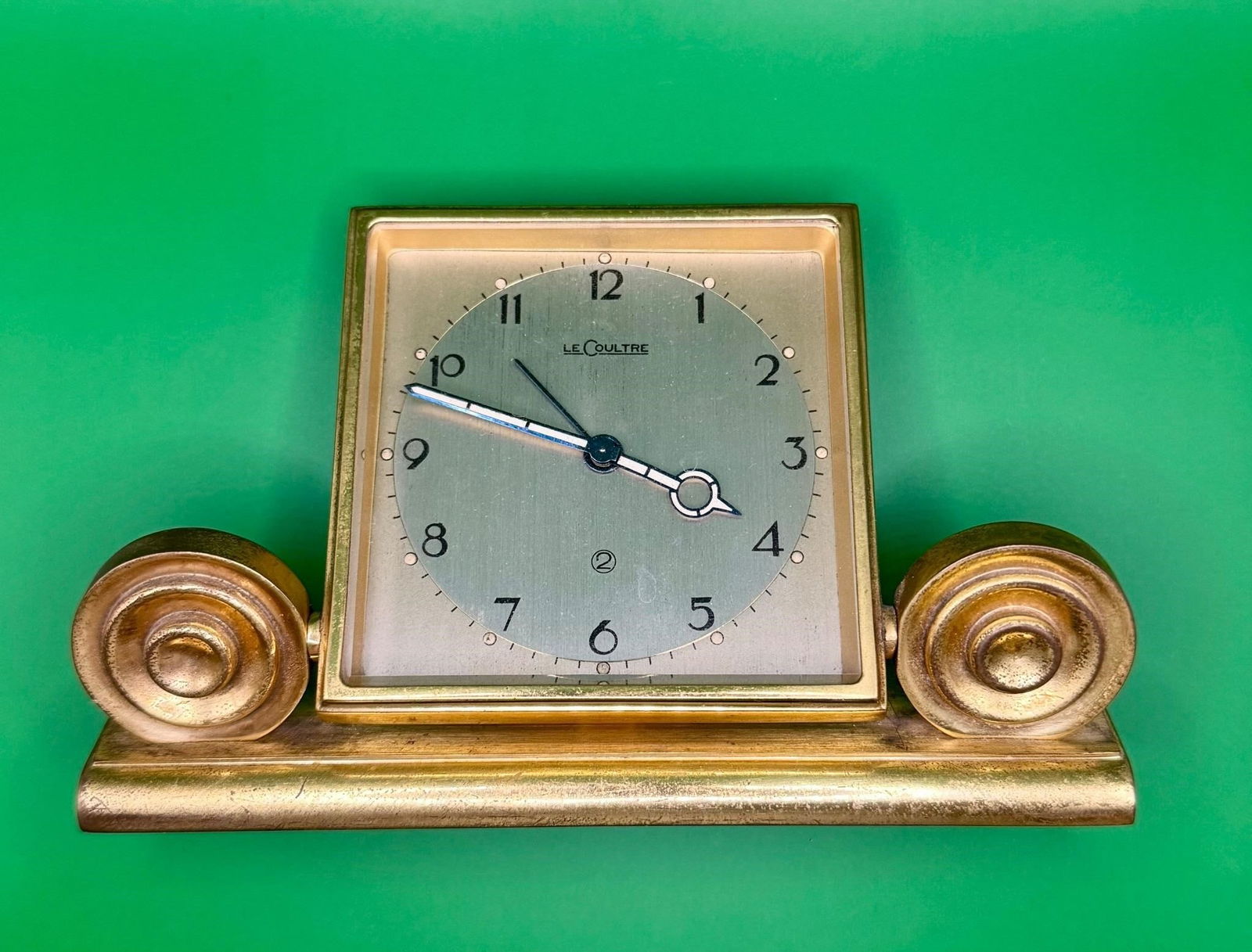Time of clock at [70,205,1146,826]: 3:48
